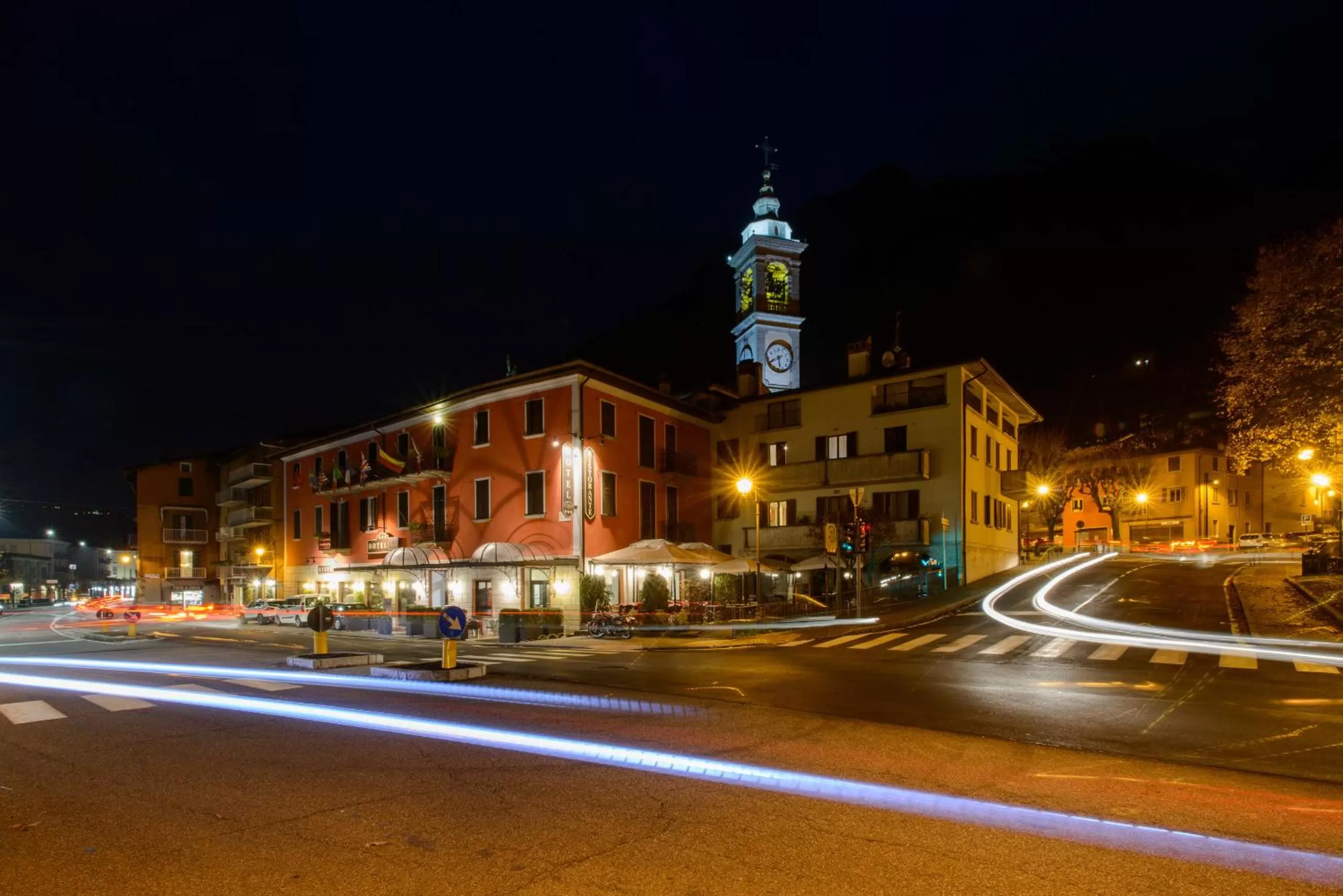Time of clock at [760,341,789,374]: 5:40
